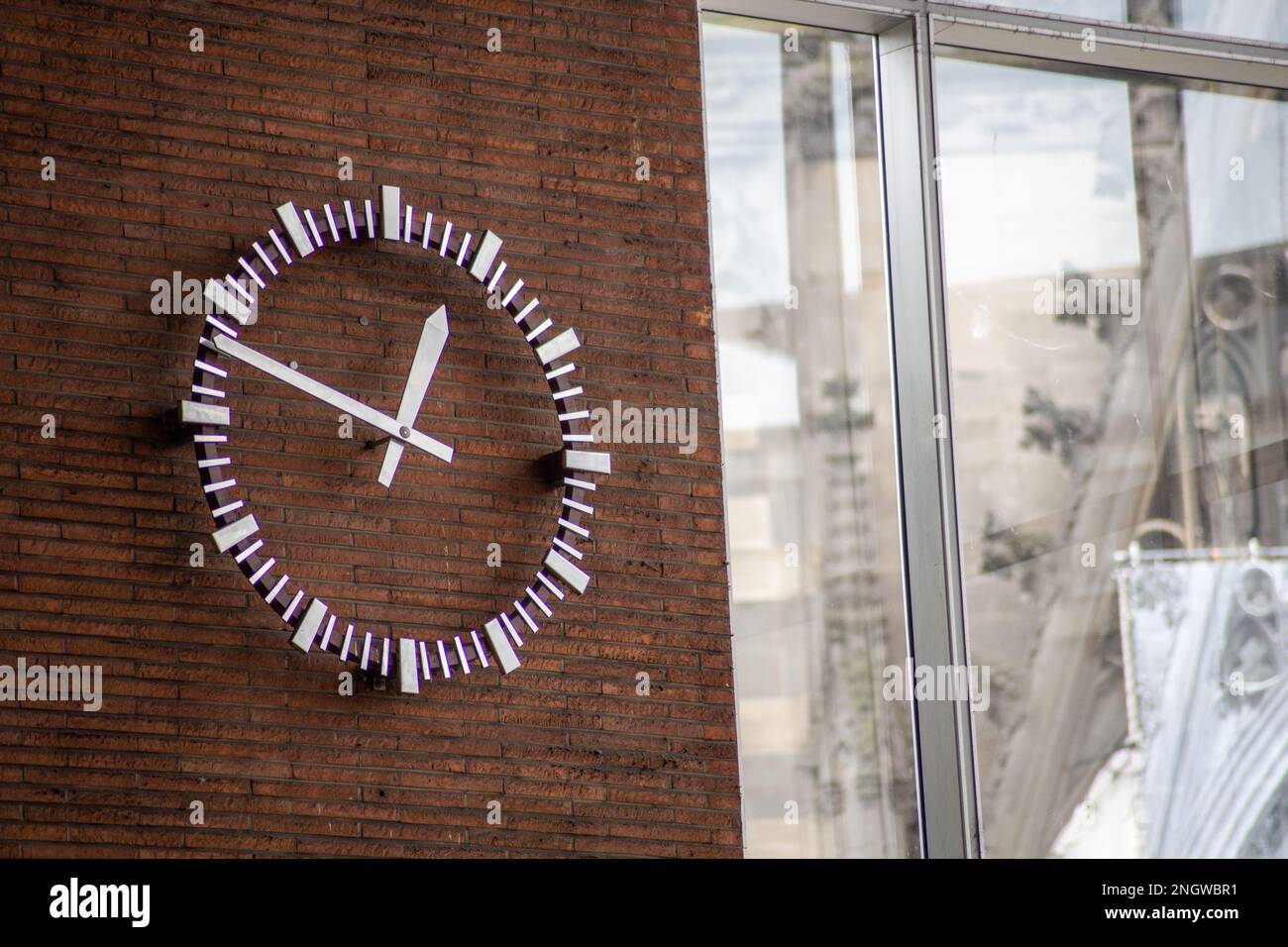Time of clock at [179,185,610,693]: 12:48
